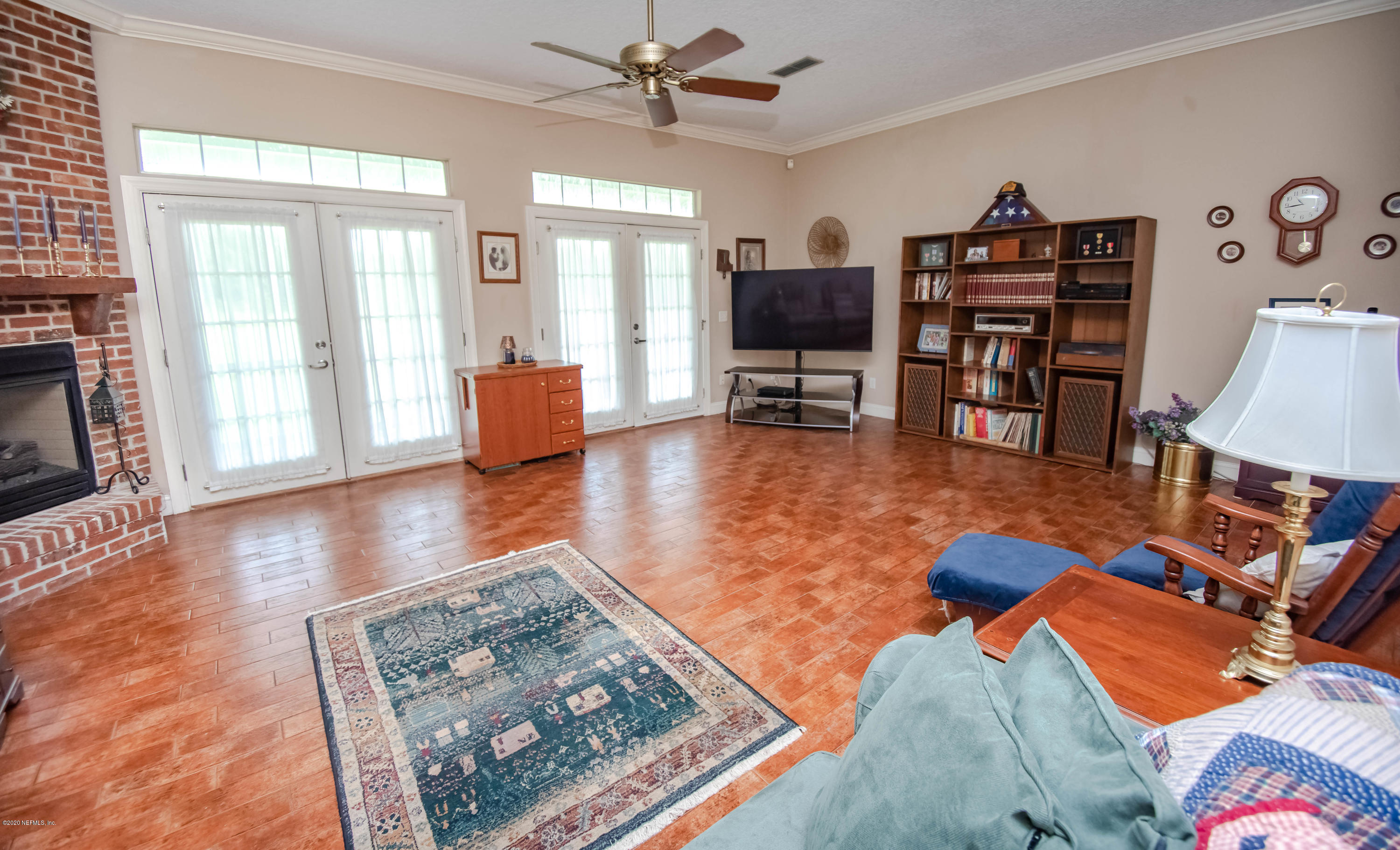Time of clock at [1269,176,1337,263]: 10:43
